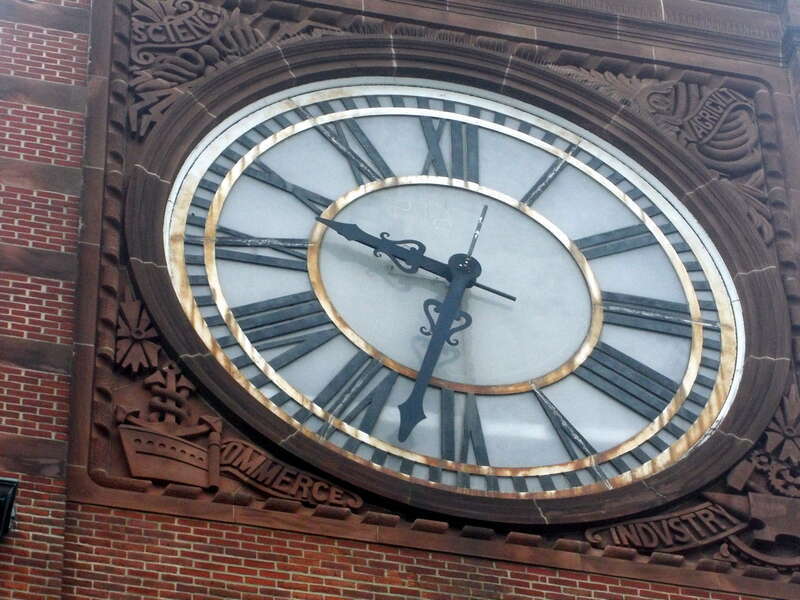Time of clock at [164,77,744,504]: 9:32
